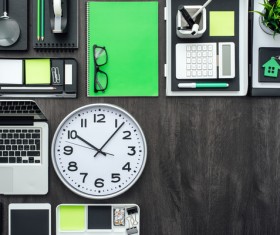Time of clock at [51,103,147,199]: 10:06
